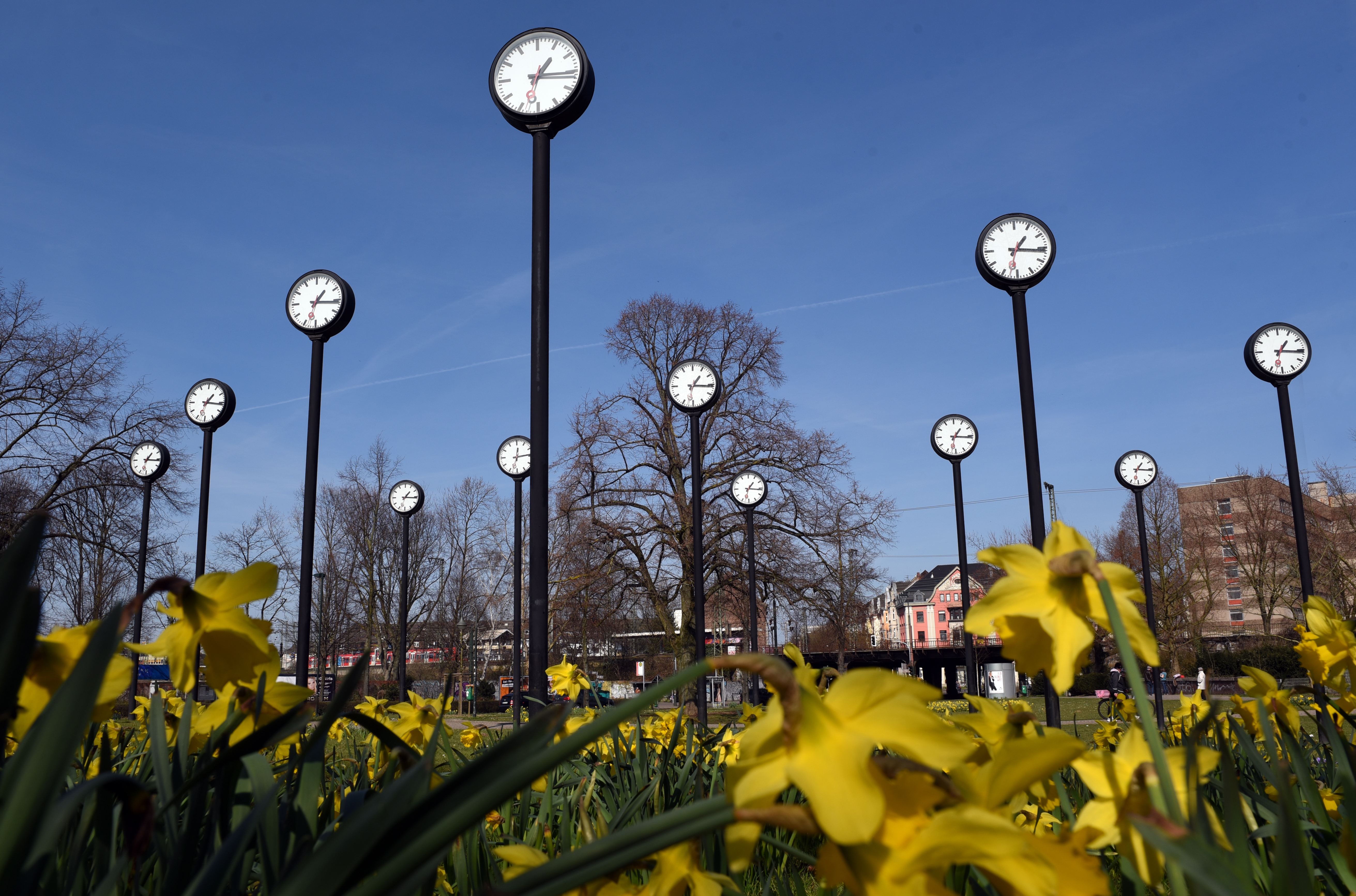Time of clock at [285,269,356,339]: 1:16
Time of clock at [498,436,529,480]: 12:14
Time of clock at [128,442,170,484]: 1:16
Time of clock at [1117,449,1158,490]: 1:16
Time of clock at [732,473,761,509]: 1:16
